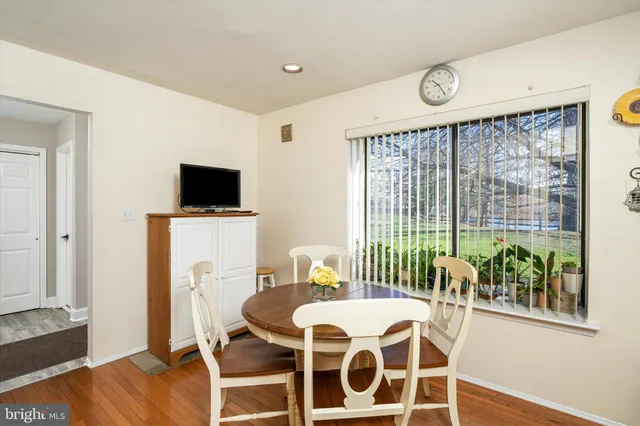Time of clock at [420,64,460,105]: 10:24
